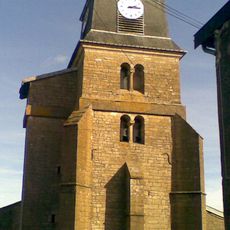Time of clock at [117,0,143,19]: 2:15
